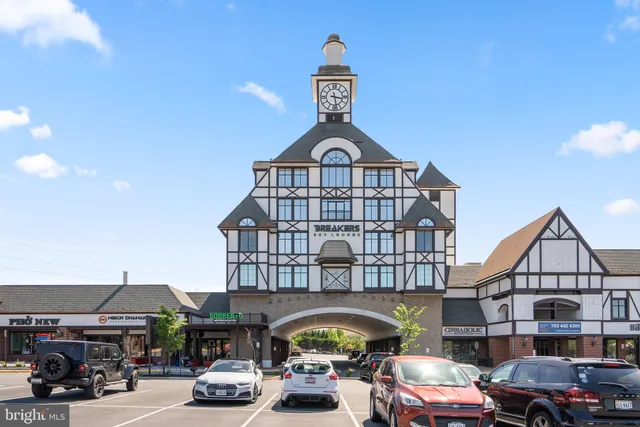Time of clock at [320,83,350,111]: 3:28
